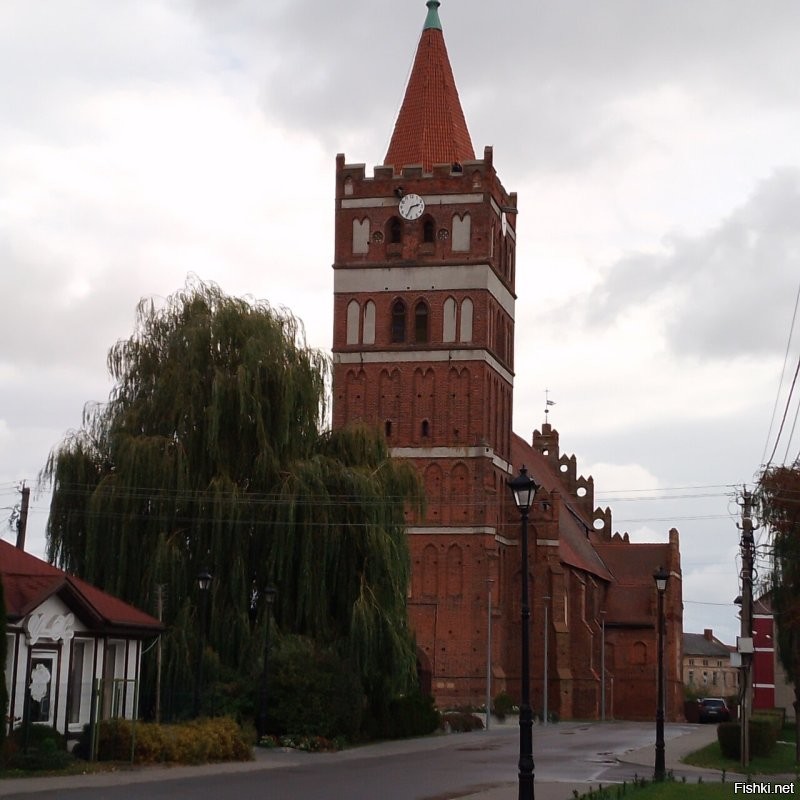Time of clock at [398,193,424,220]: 2:34
